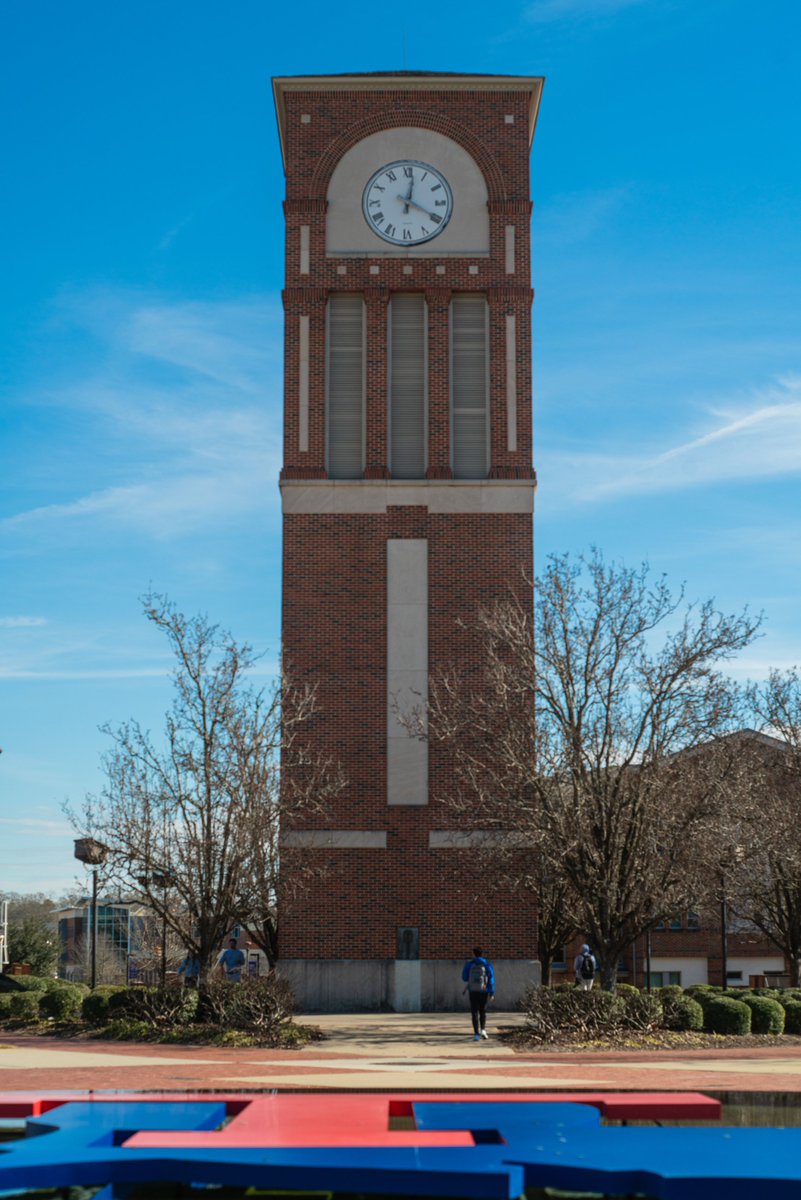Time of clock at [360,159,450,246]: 12:19
